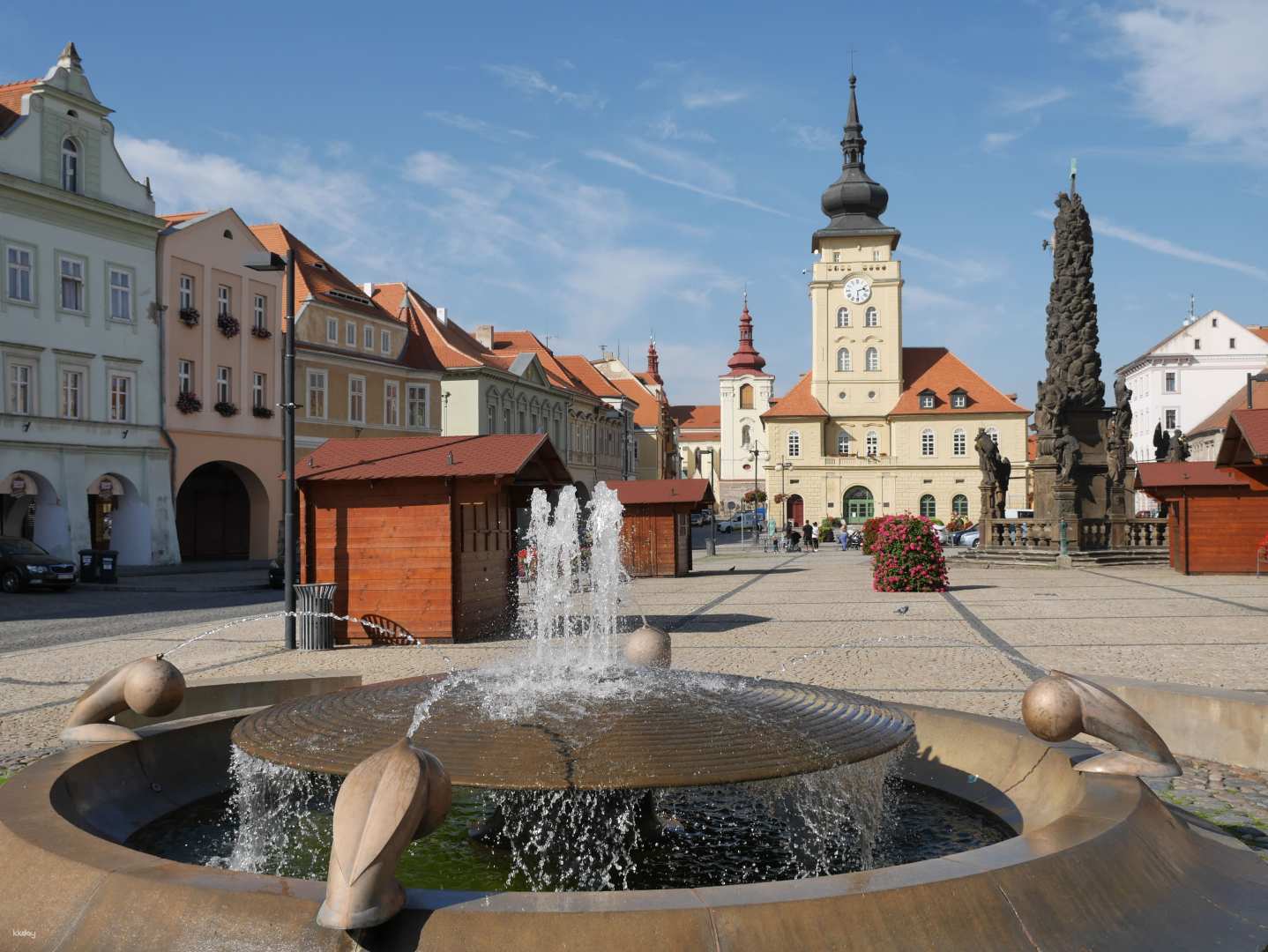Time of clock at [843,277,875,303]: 2:29
